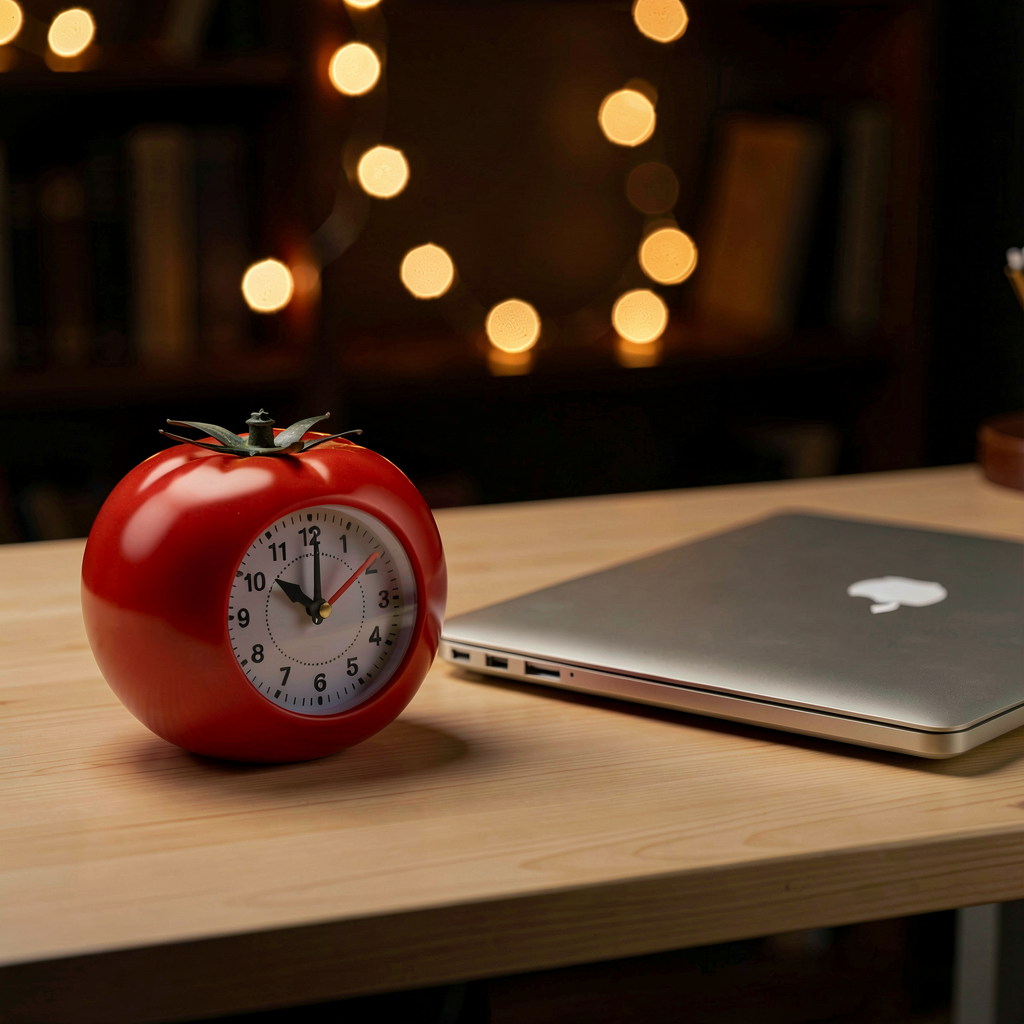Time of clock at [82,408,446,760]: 10:00
